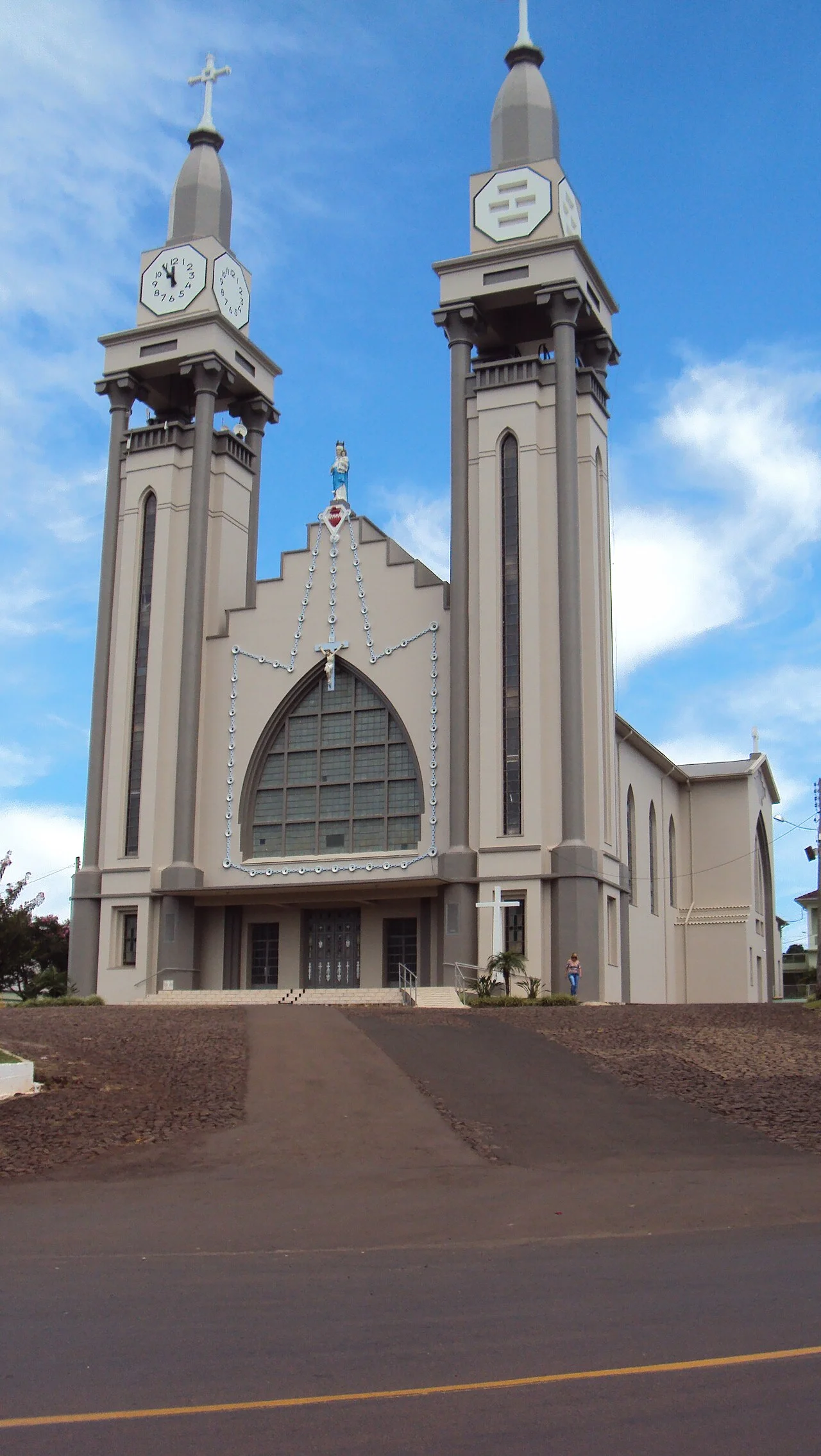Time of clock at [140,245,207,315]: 11:54
